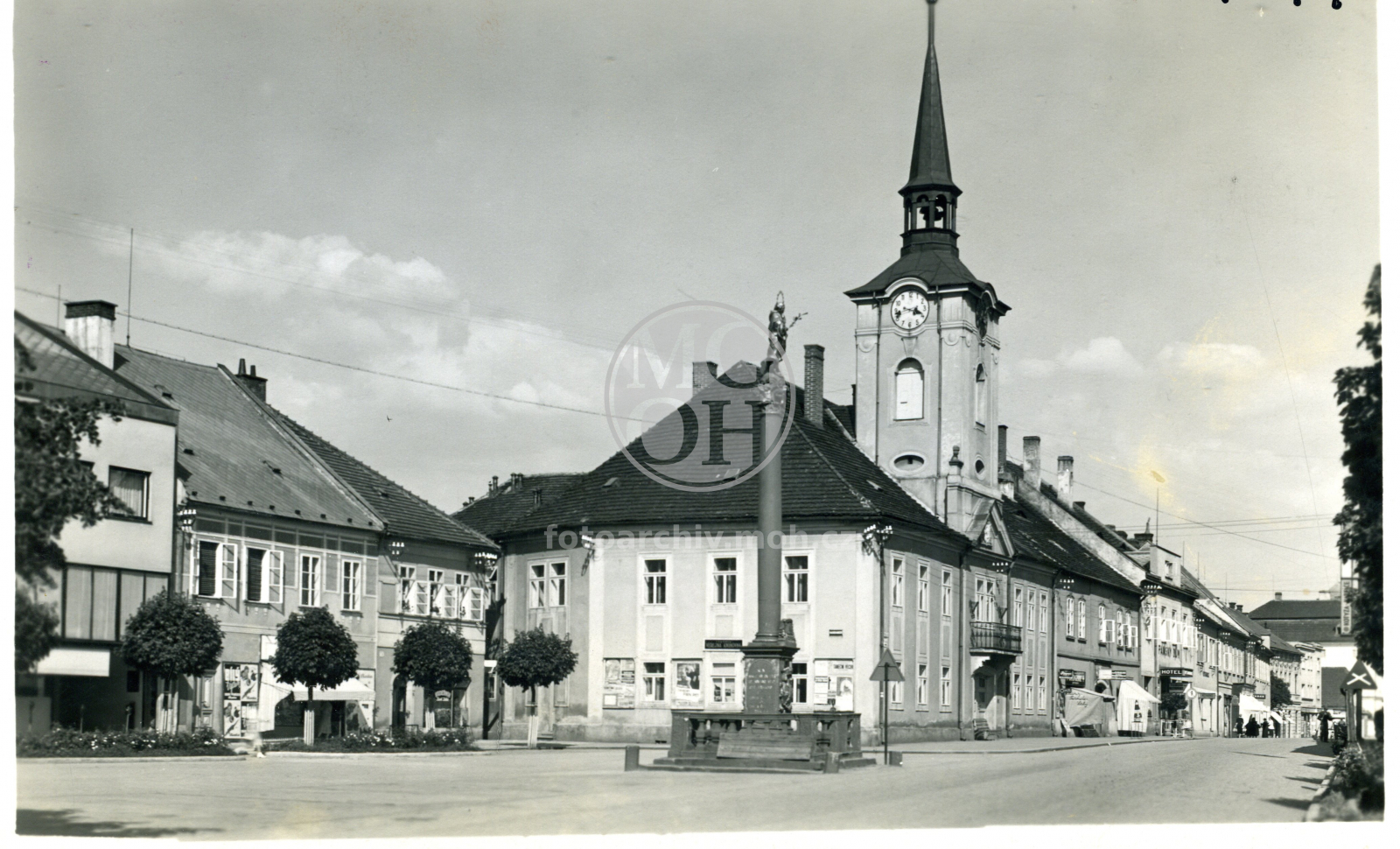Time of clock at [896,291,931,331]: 3:42
